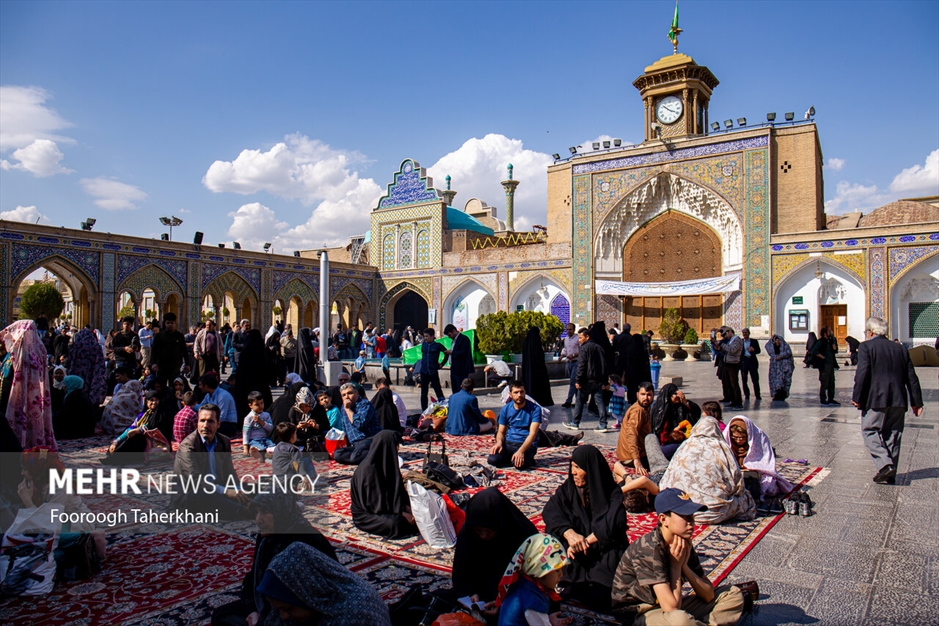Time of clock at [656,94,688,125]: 3:52
